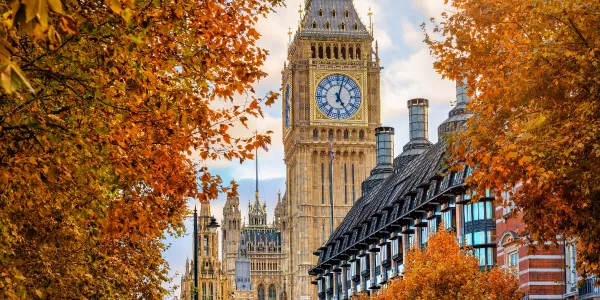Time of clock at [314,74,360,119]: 5:02
